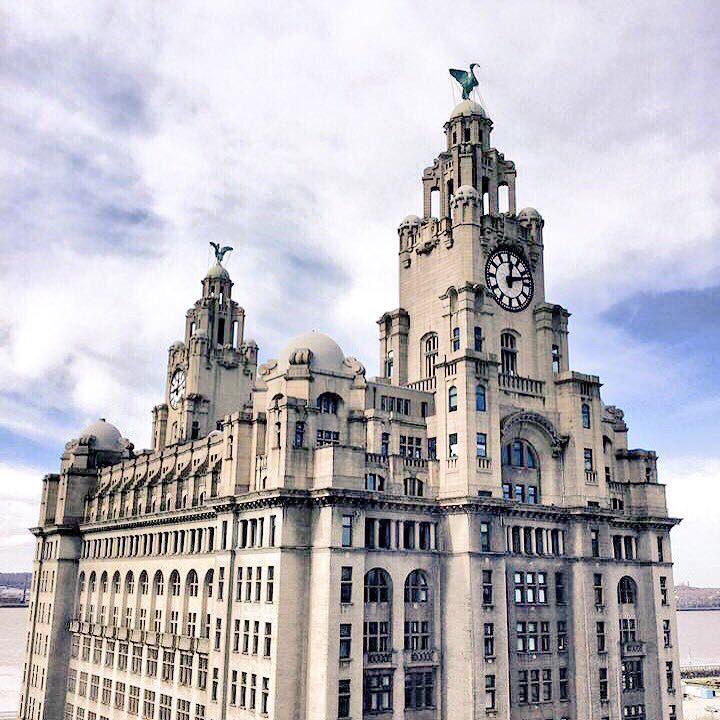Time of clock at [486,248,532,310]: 12:12
